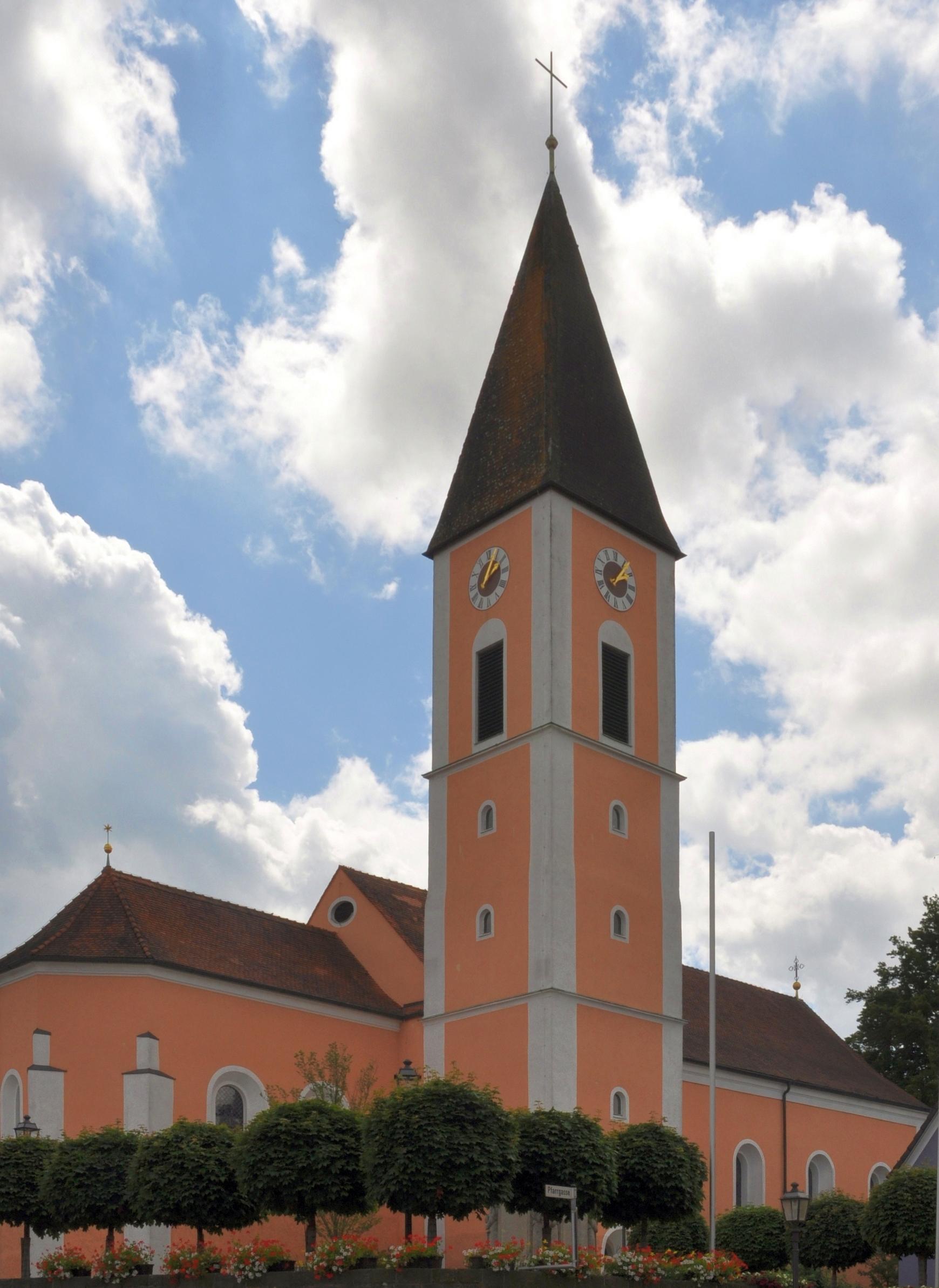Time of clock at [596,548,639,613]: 2:06
